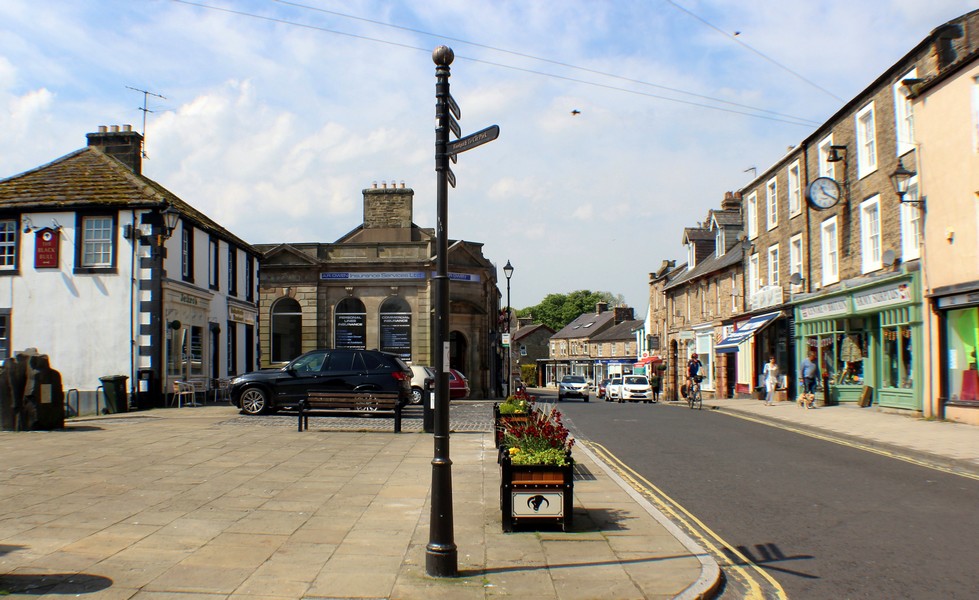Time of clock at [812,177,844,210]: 11:19
